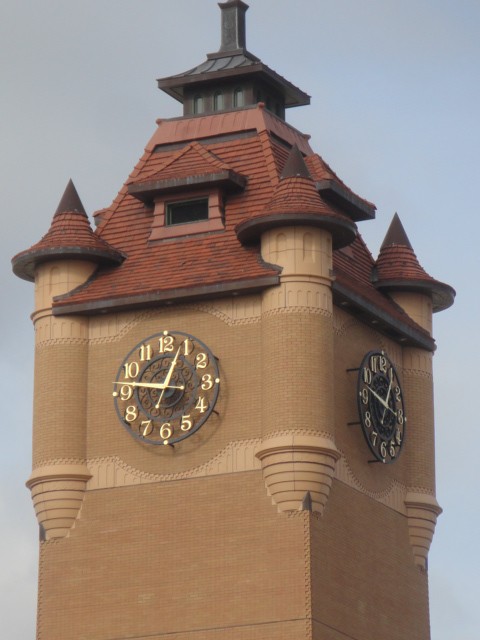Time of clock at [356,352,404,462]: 12:48
